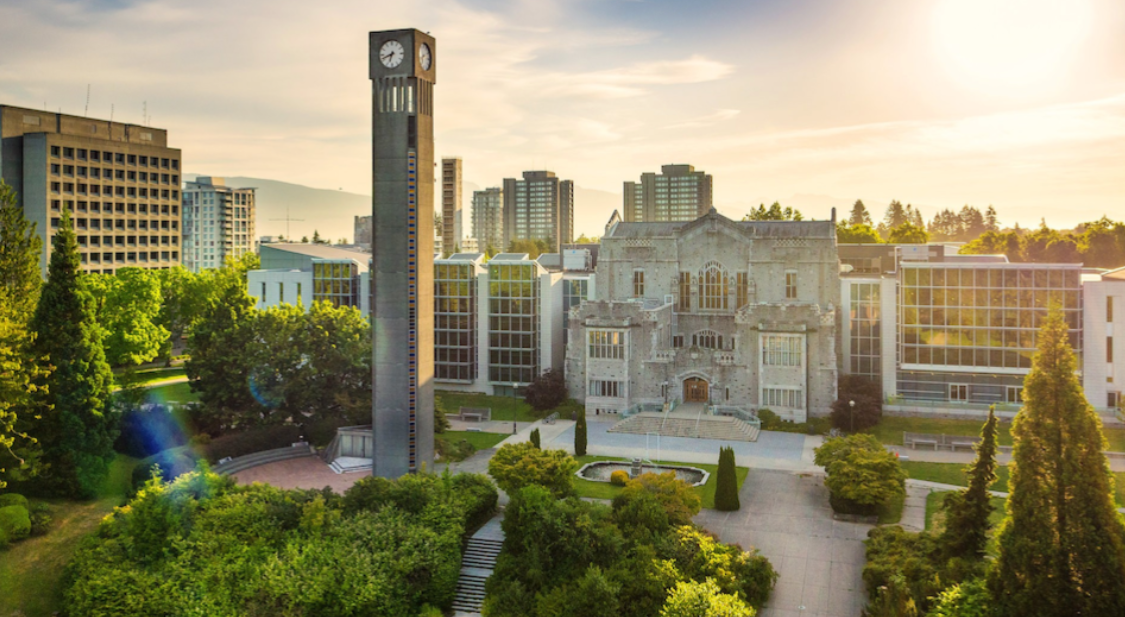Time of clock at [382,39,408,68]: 6:41
